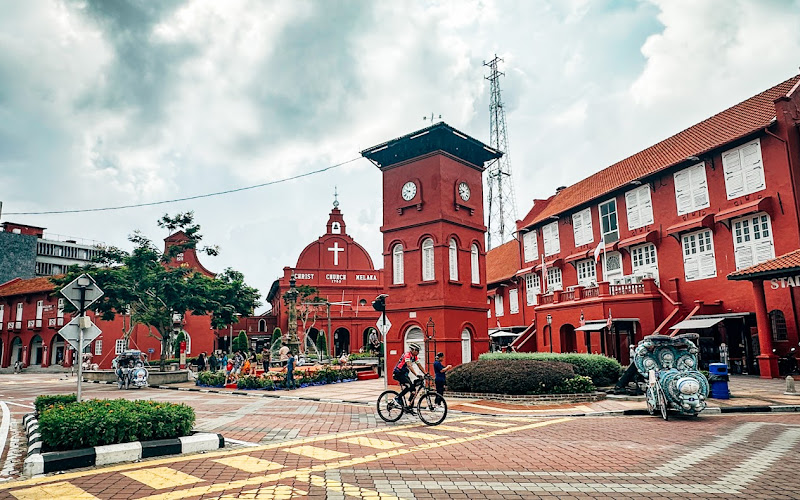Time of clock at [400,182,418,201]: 9:41
